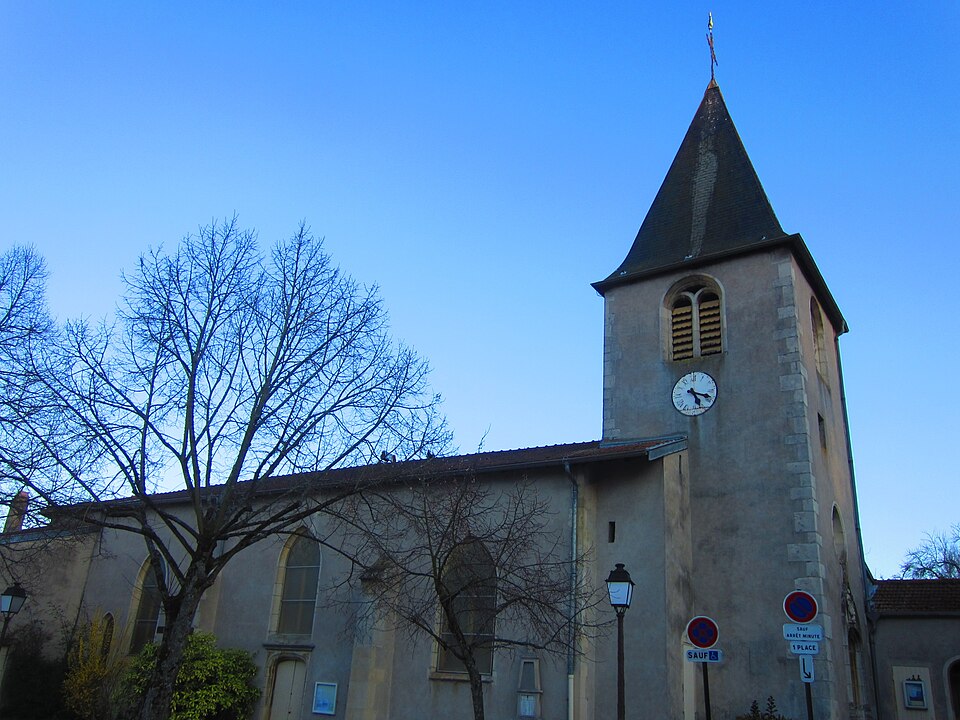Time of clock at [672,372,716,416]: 5:18
